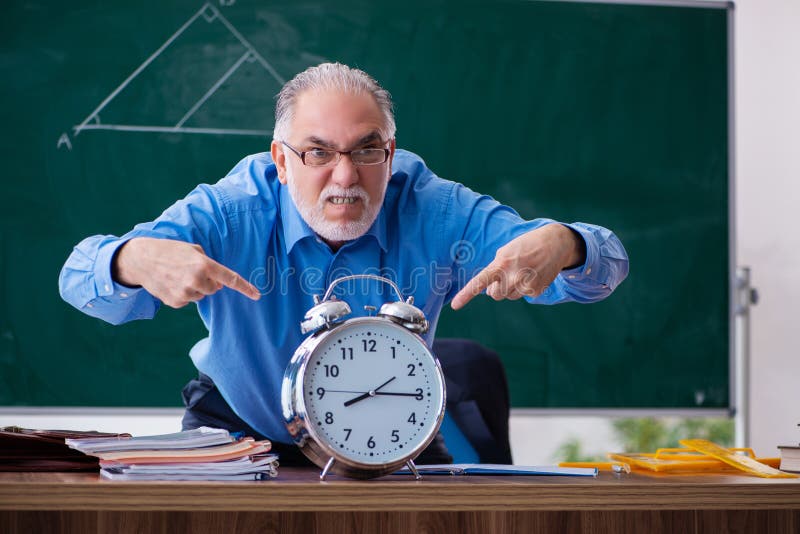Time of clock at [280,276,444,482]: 8:15
